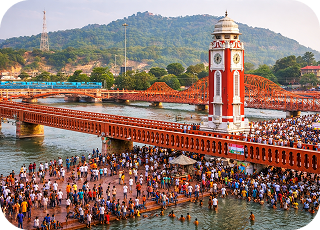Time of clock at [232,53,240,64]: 6:06
